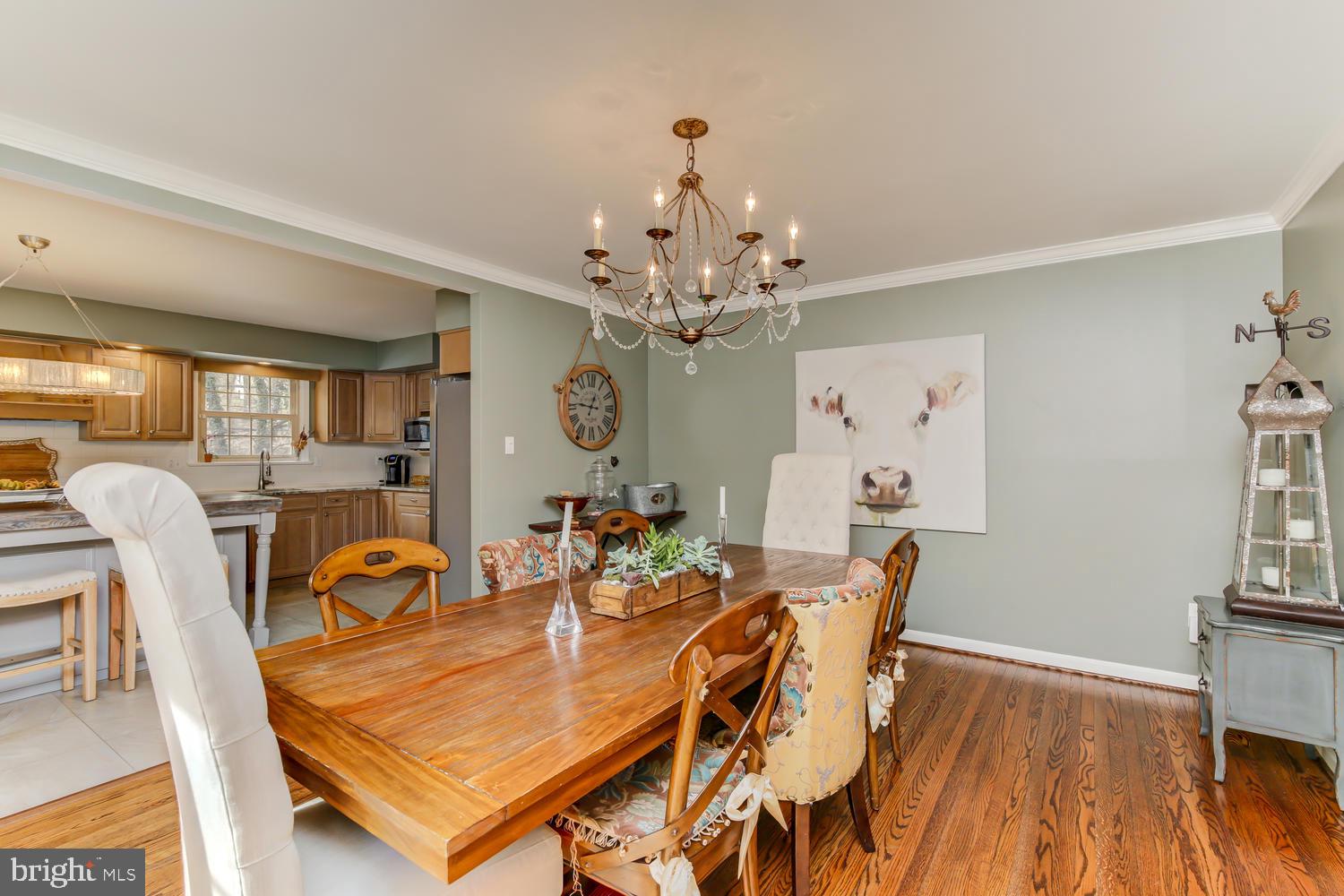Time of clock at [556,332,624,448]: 12:46
